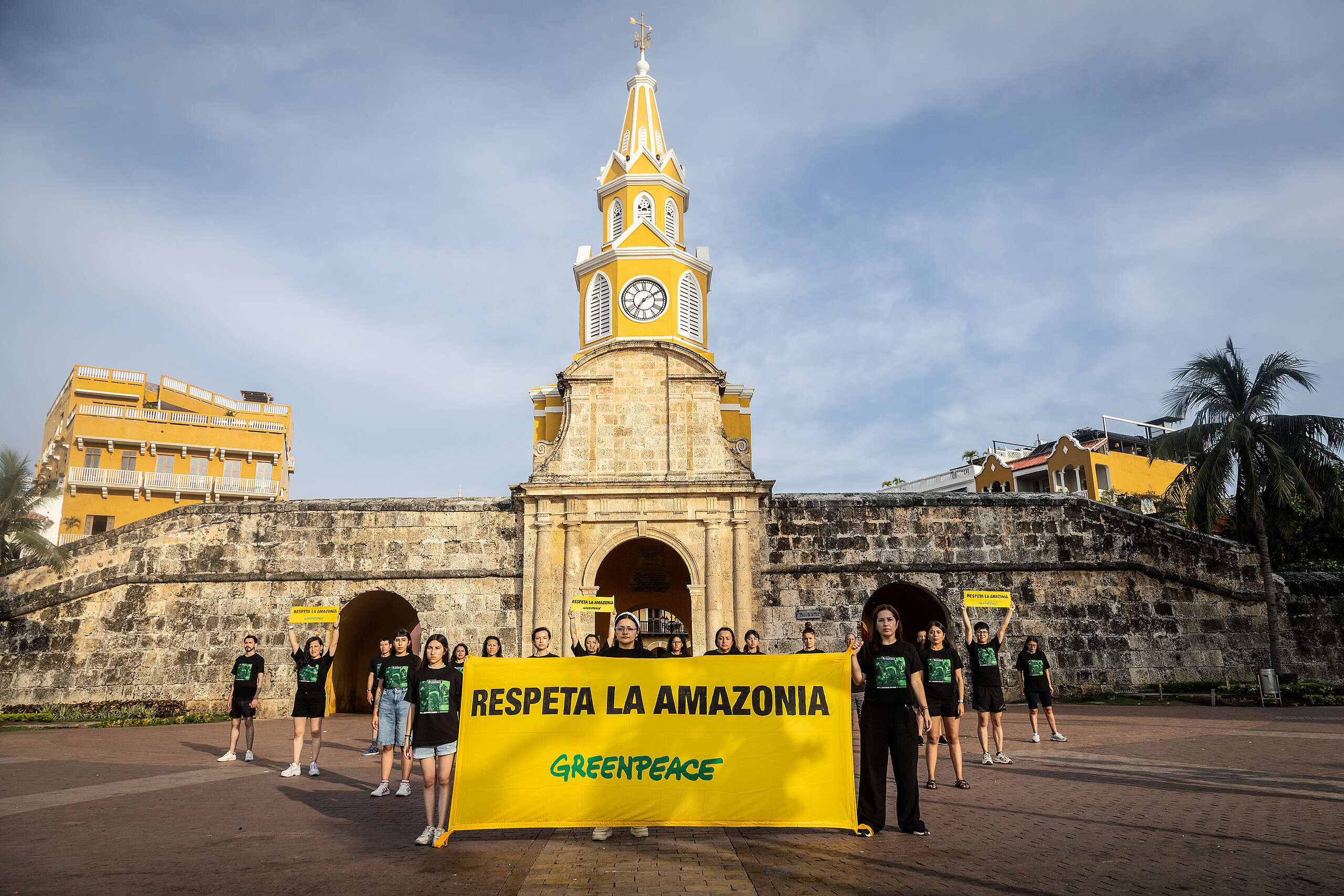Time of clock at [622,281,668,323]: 7:09
